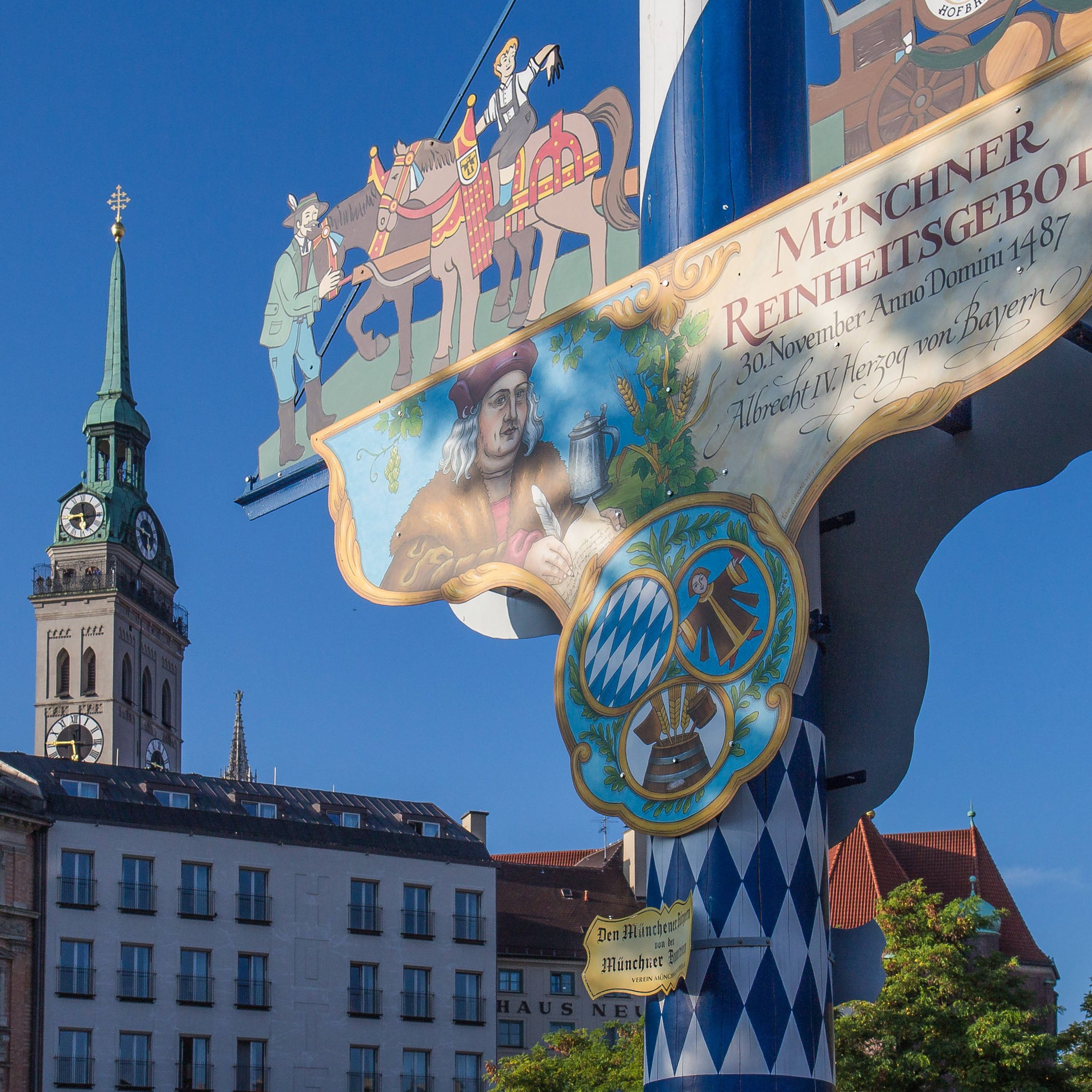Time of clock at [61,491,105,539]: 5:15
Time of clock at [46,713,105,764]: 5:45
